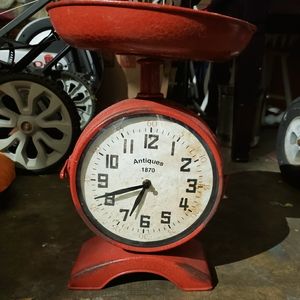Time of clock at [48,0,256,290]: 6:41
